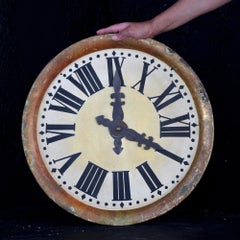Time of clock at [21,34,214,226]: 4:00
